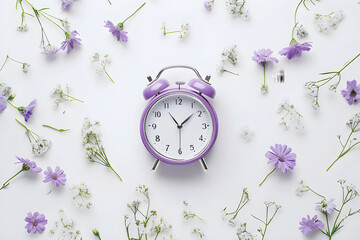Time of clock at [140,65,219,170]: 1:30
